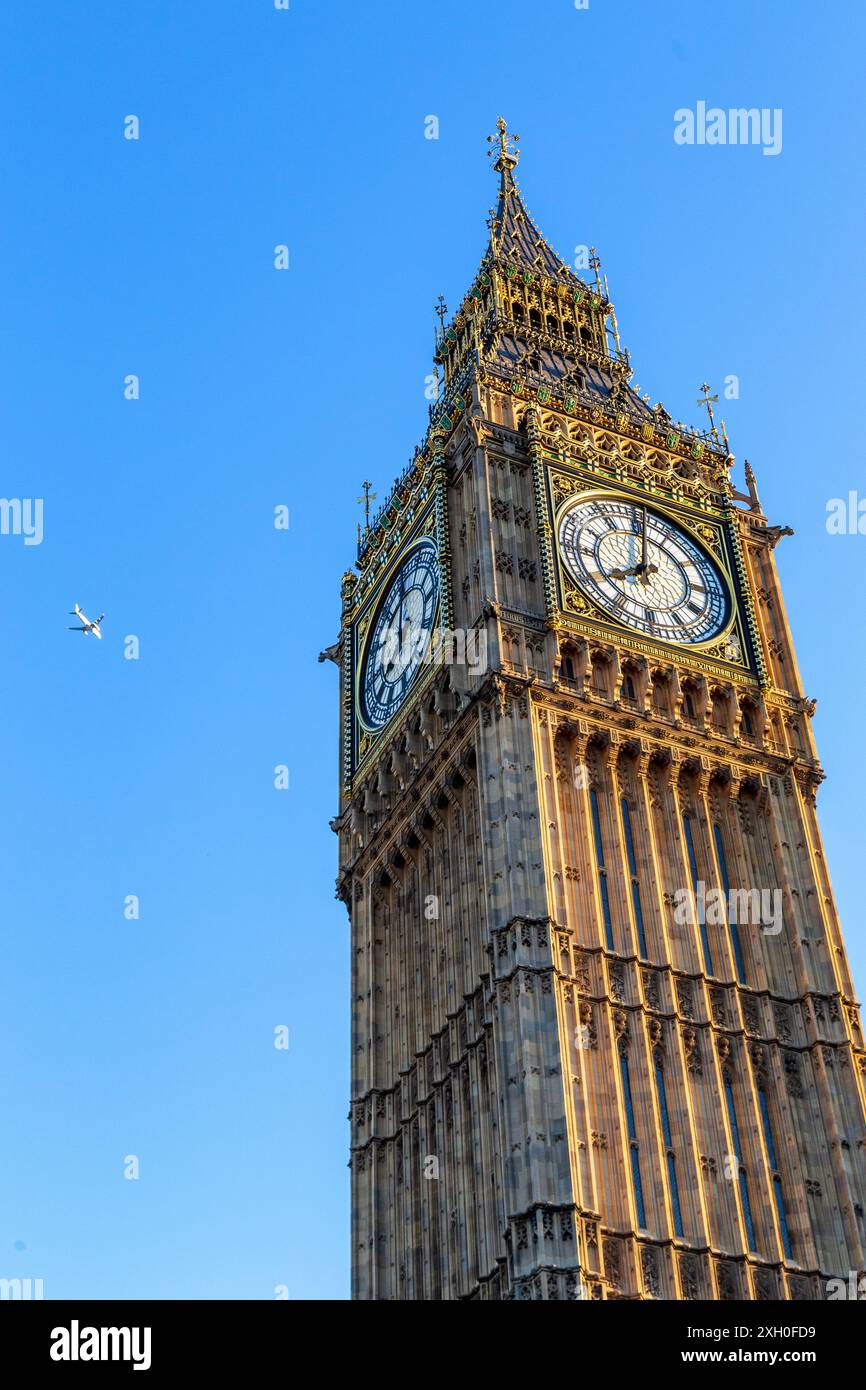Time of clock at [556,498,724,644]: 8:01
